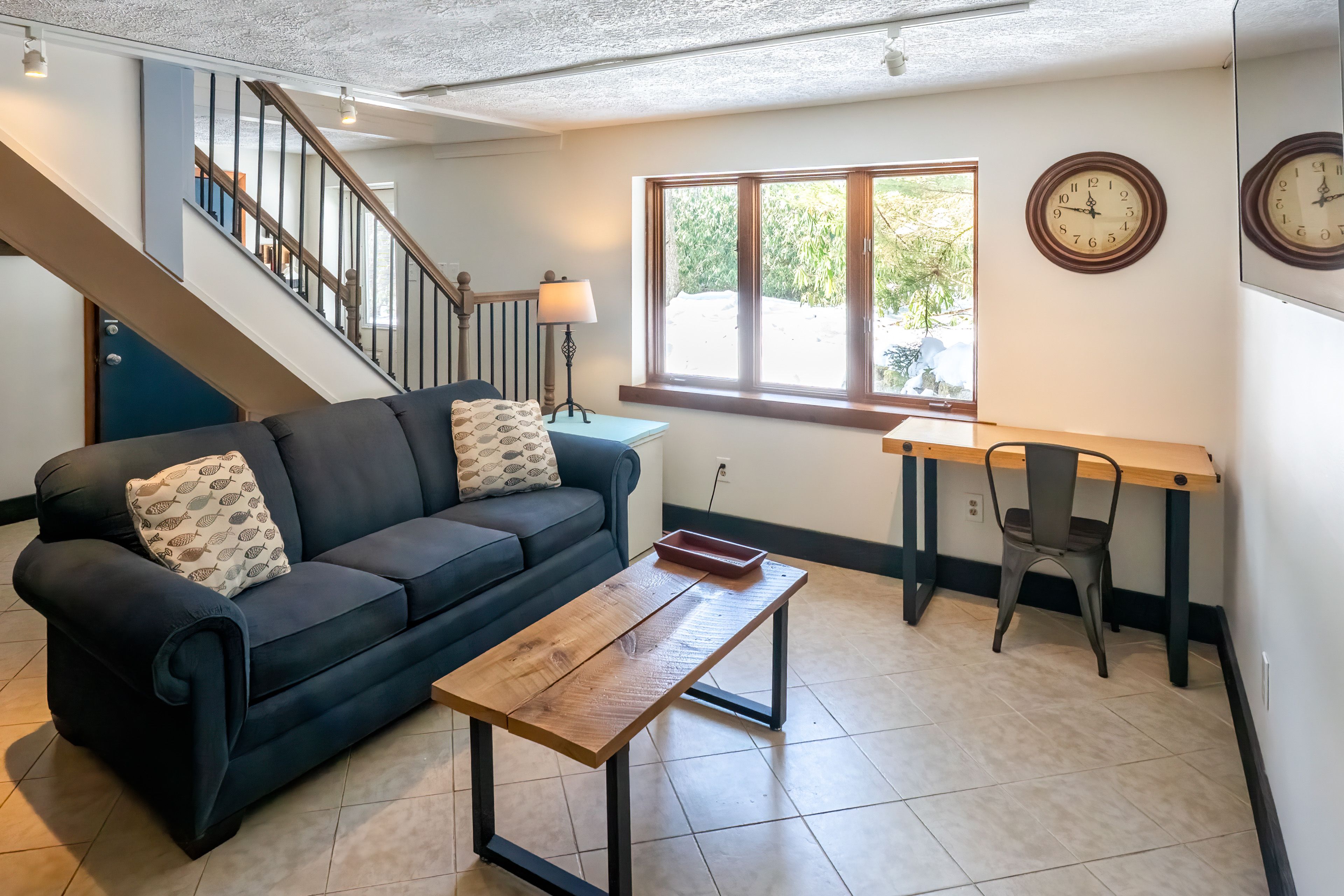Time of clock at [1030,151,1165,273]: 11:47
